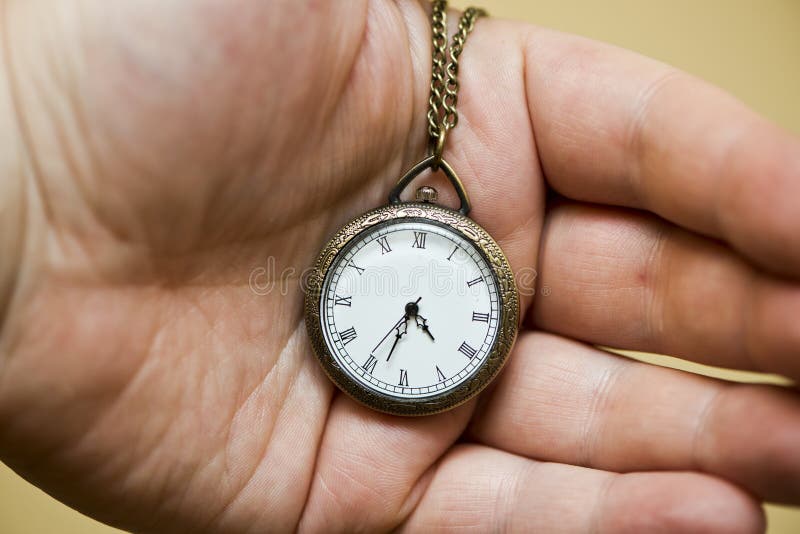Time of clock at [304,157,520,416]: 4:33
